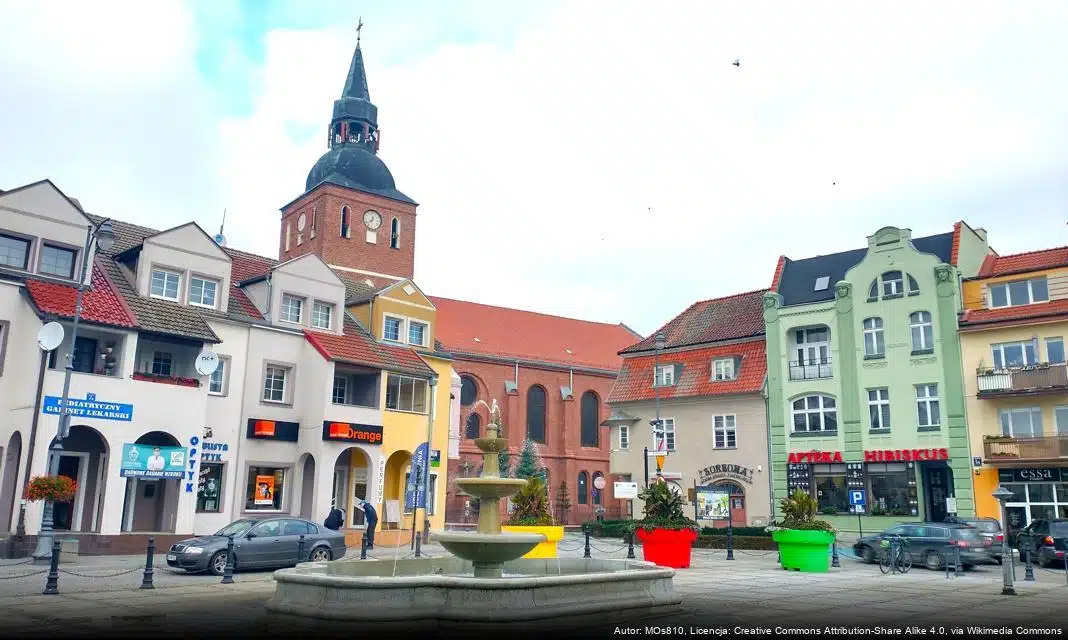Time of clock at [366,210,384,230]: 12:38
